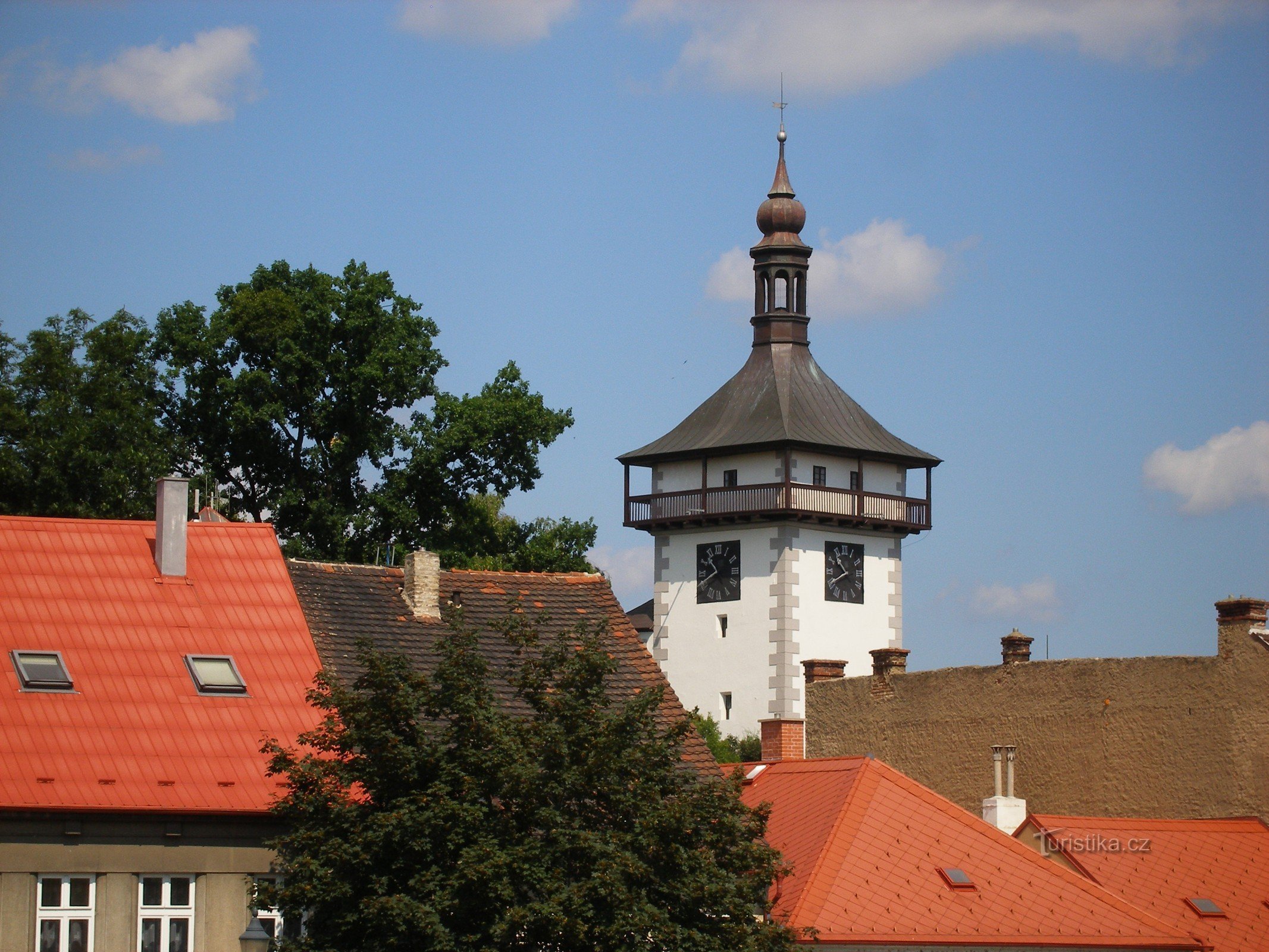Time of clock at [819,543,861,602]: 10:40
